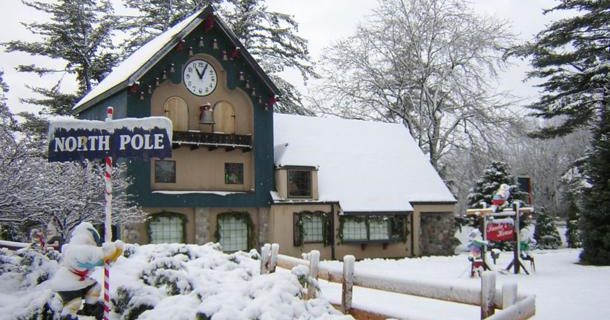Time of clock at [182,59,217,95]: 11:04
